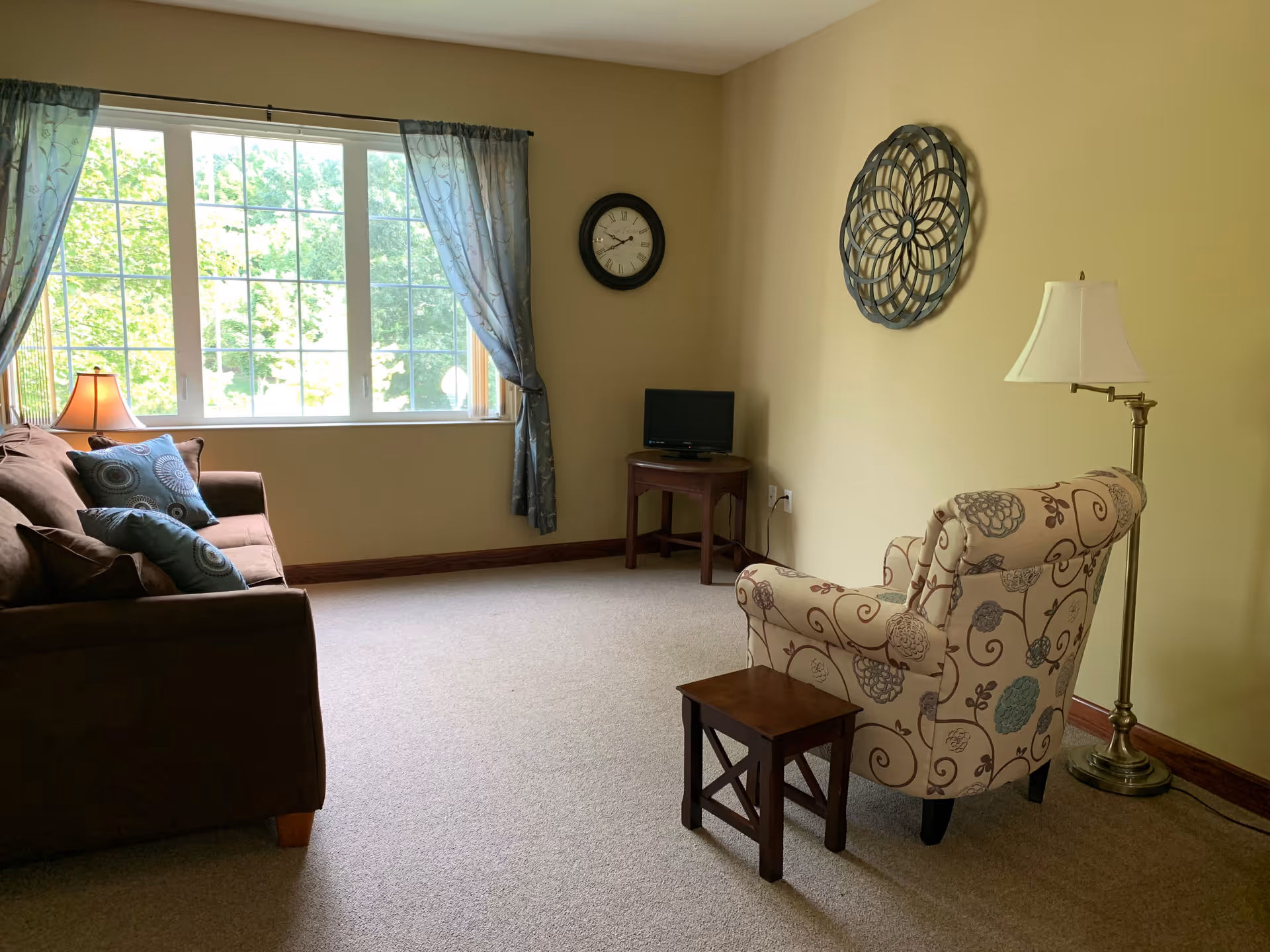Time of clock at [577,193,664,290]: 9:40
